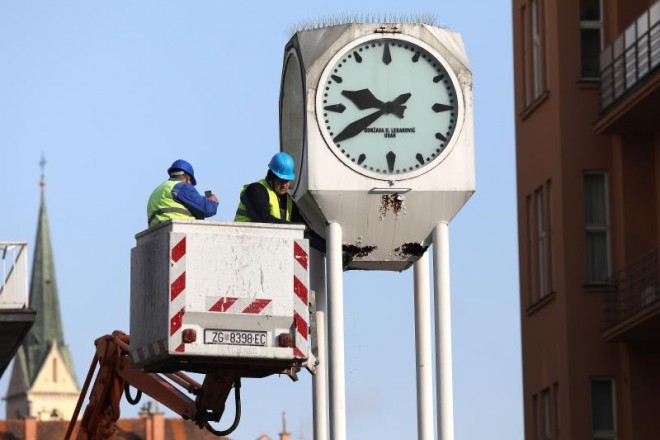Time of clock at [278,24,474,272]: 9:40
